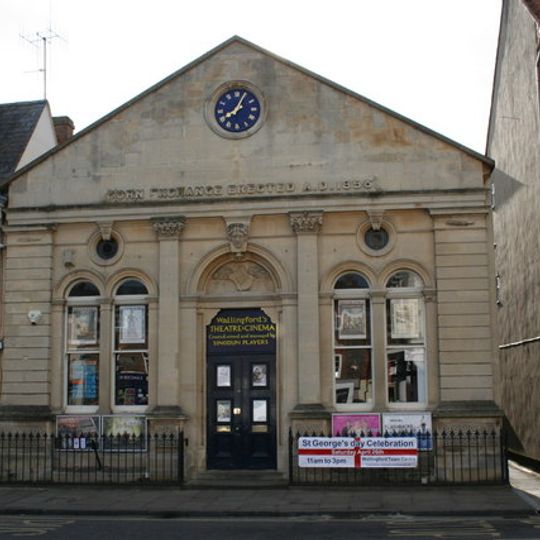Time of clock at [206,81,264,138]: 8:04
